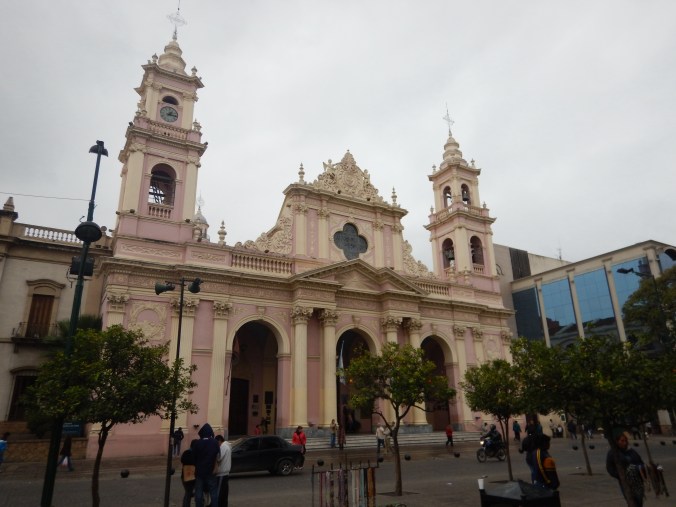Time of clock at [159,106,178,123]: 1:16
